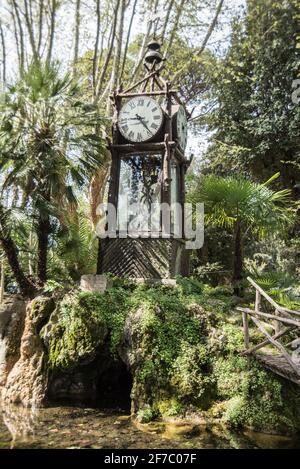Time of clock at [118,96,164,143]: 9:23
